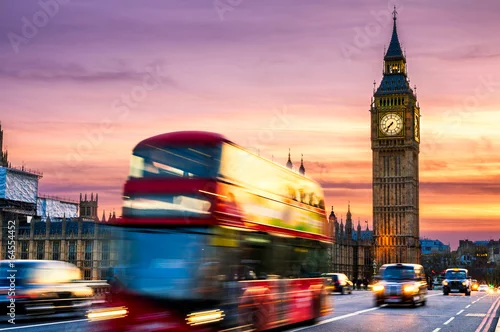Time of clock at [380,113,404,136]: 7:36
